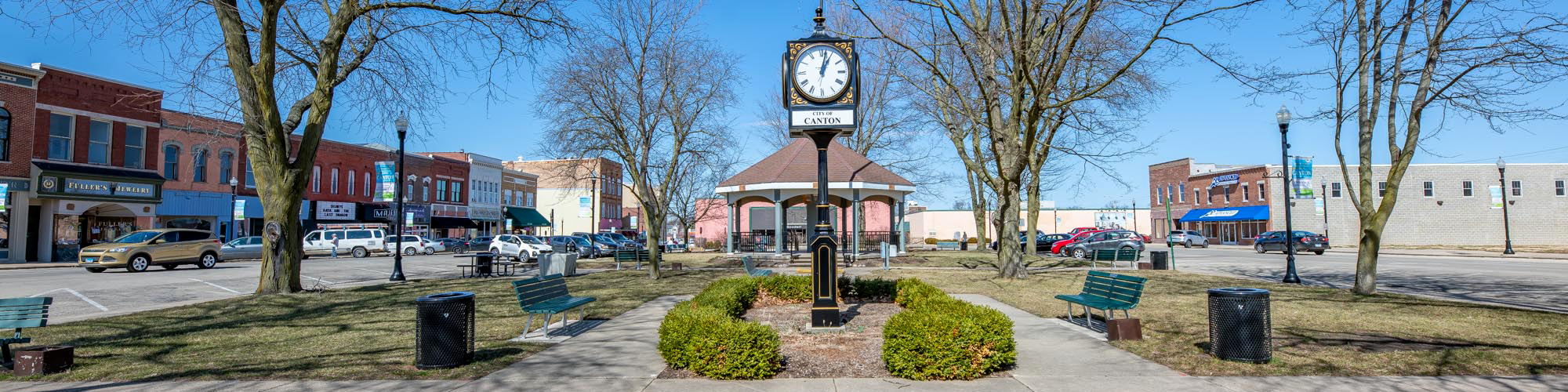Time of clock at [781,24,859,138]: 1:02
